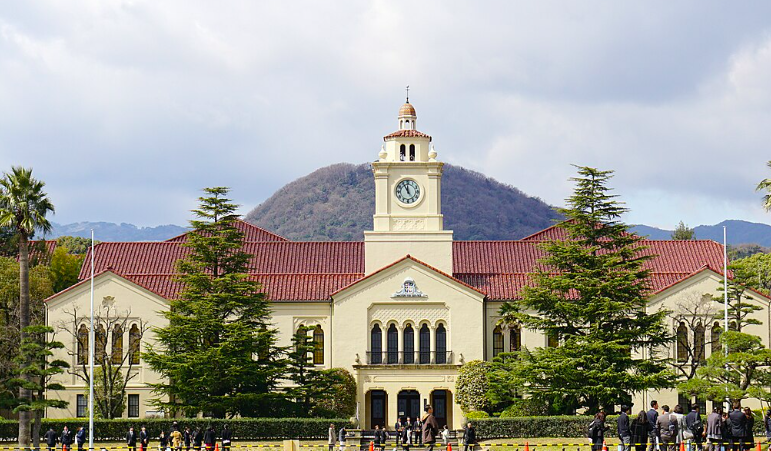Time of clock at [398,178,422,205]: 11:55
